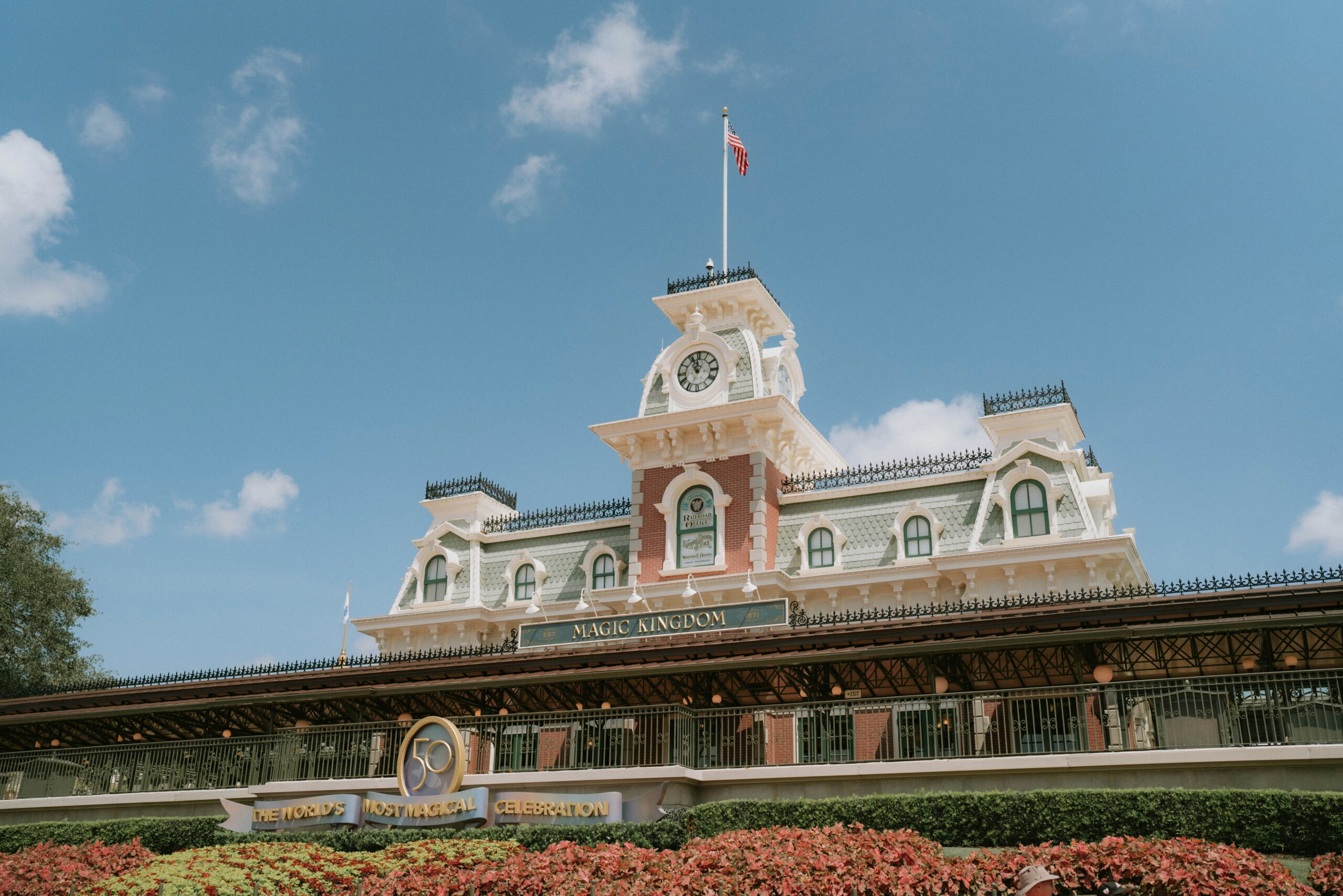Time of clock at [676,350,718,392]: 11:55
